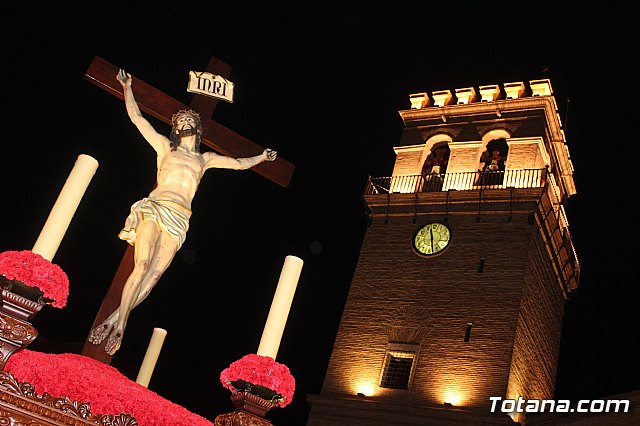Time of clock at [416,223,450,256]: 11:28
